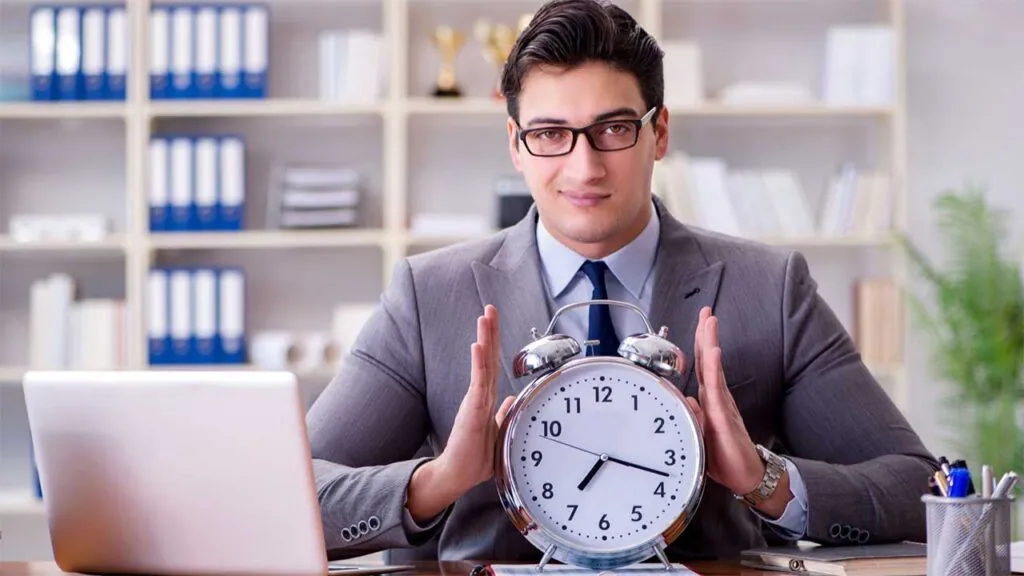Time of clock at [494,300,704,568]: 7:17
